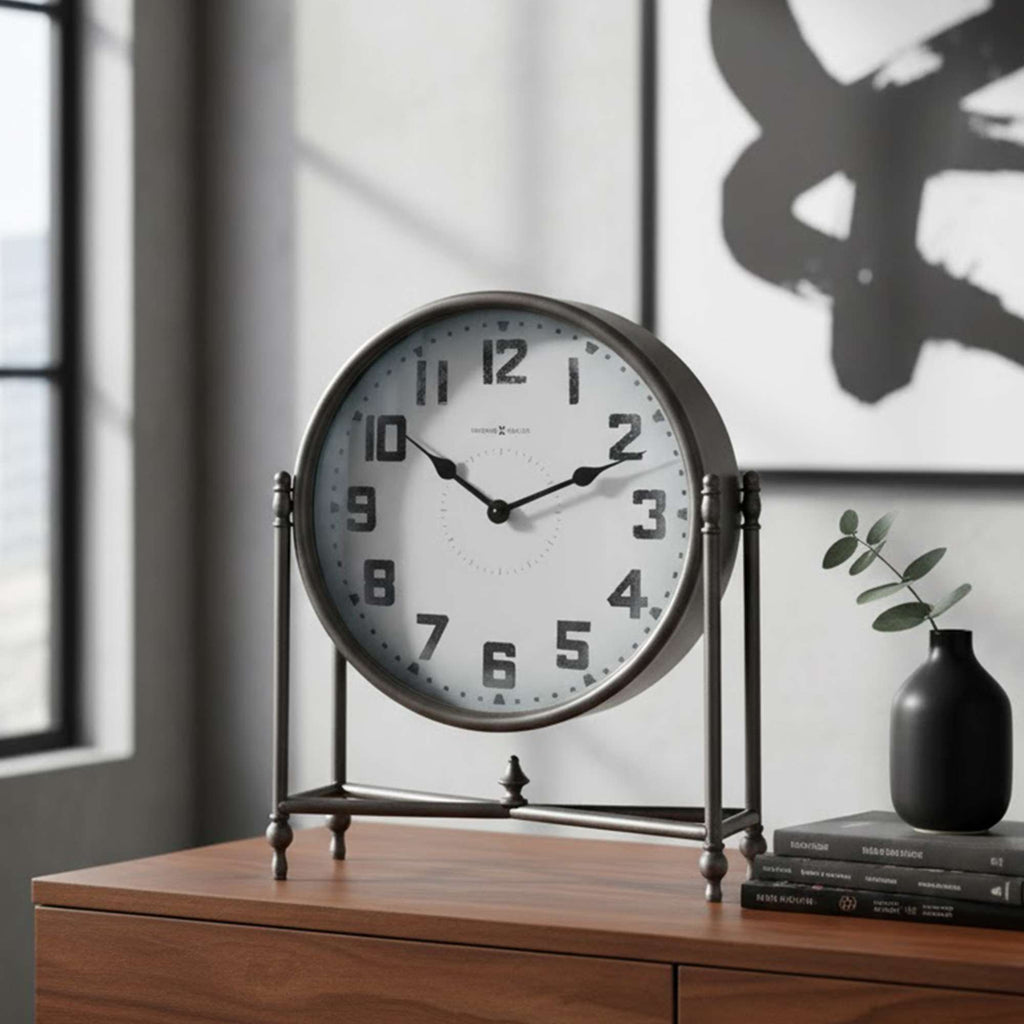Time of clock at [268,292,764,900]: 10:11
